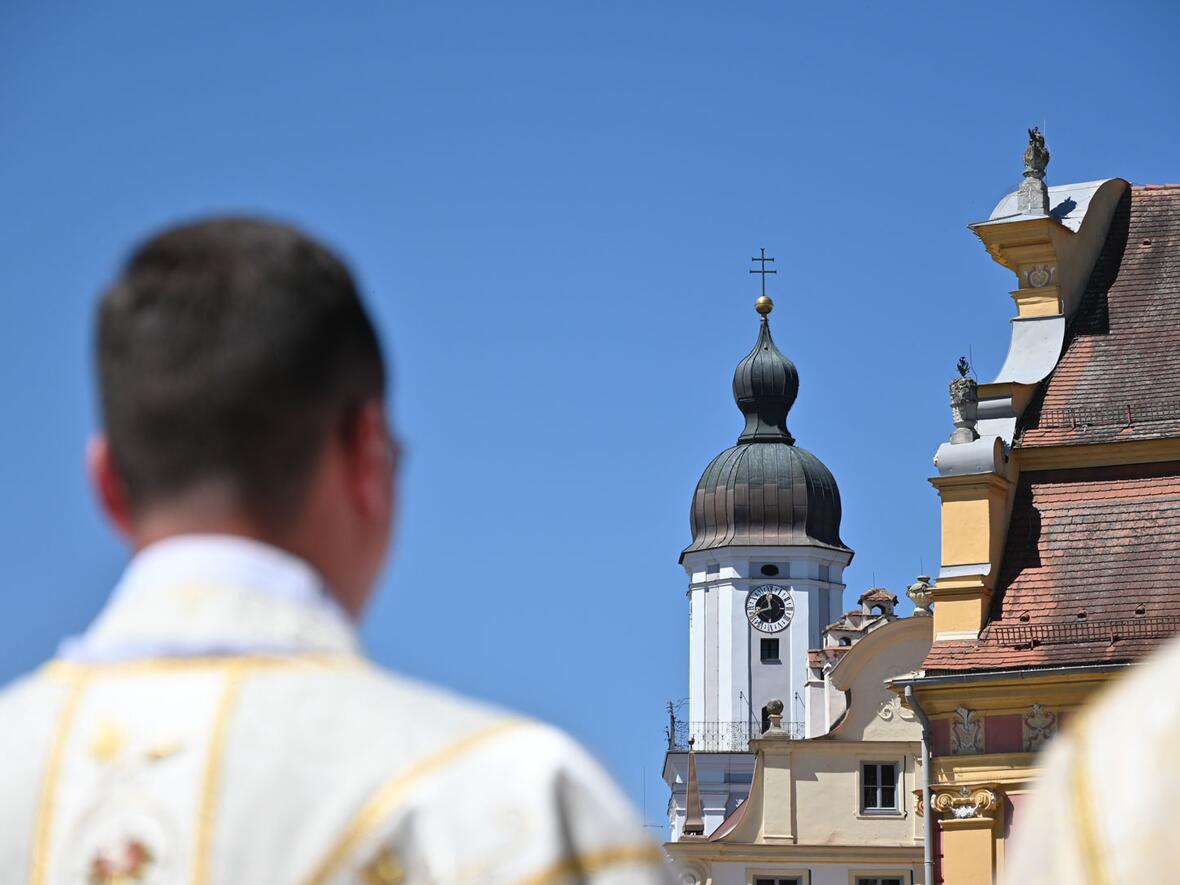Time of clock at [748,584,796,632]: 11:41
